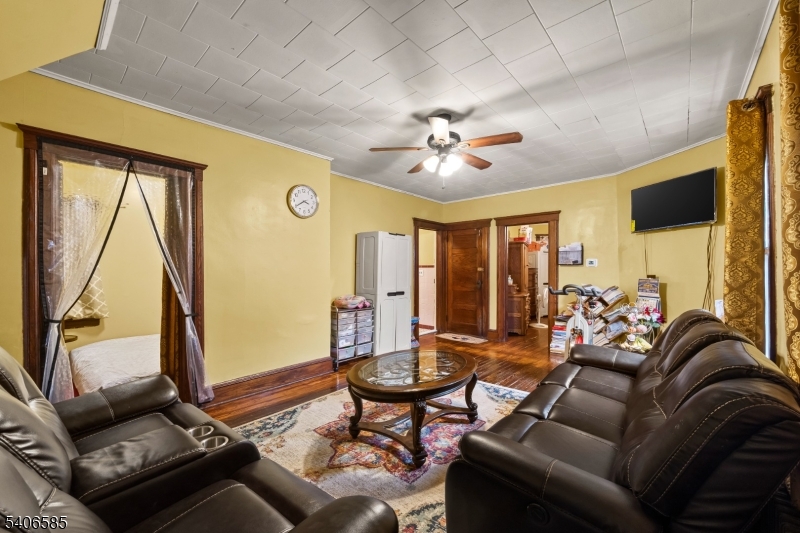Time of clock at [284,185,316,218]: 3:40
